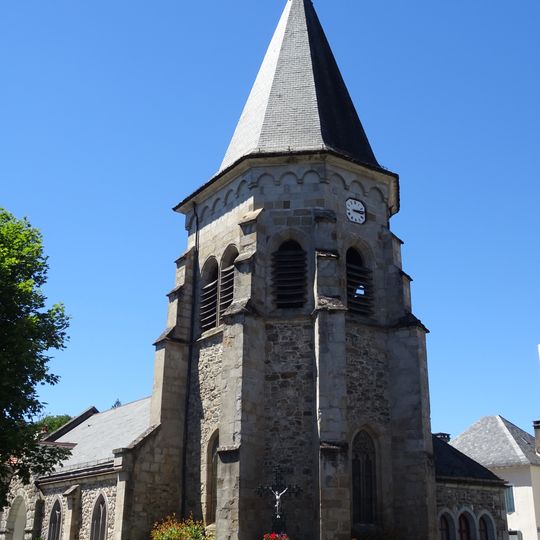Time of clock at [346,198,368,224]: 3:13
